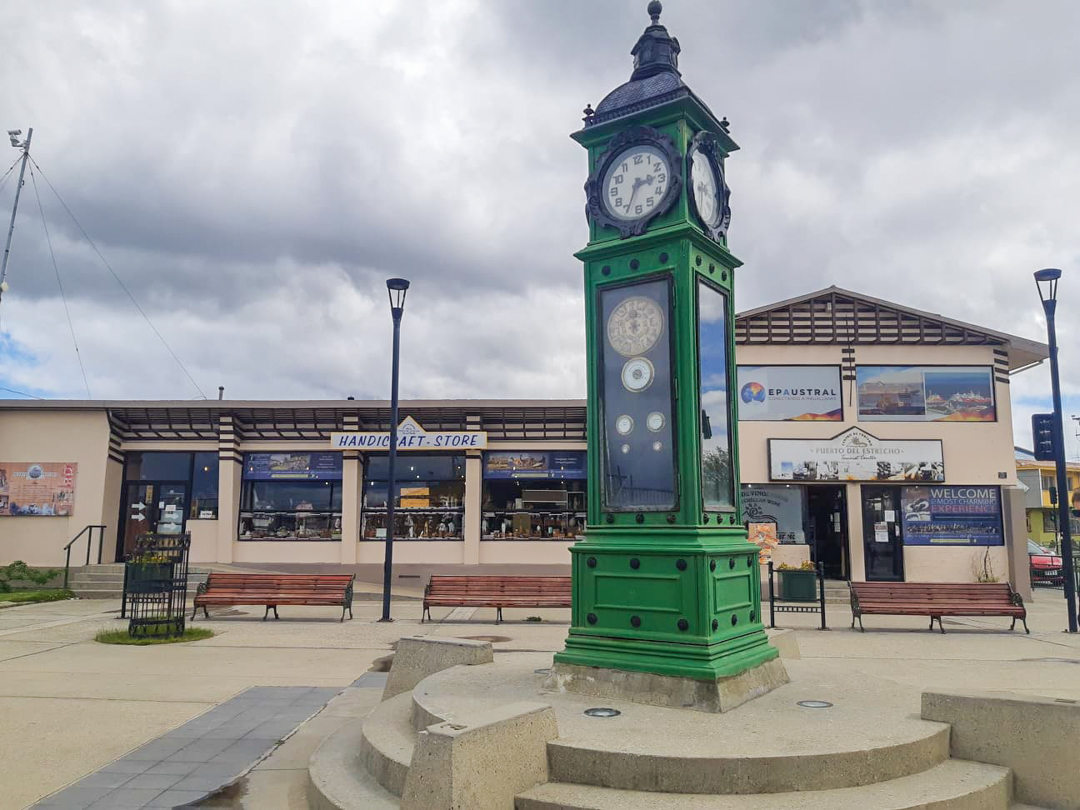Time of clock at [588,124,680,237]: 2:34
